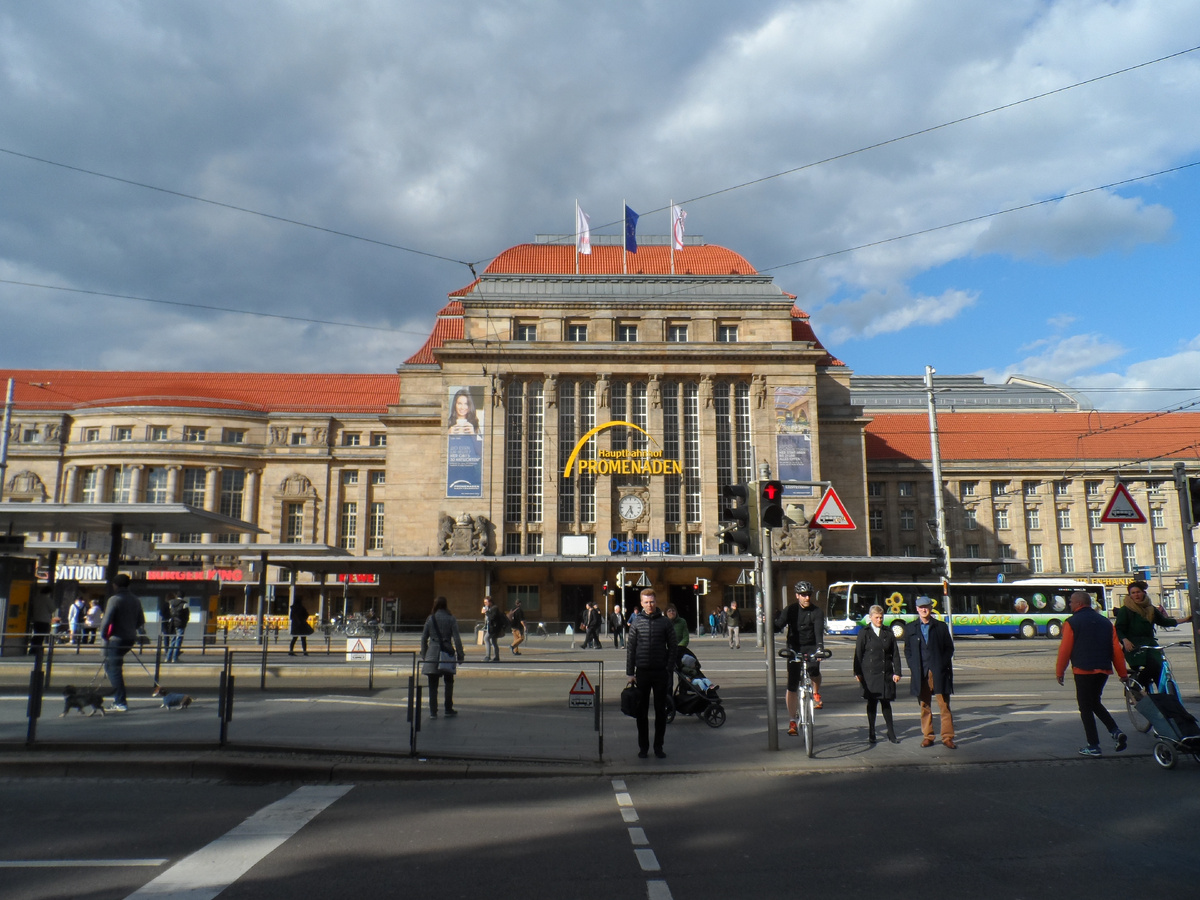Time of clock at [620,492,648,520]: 5:35
